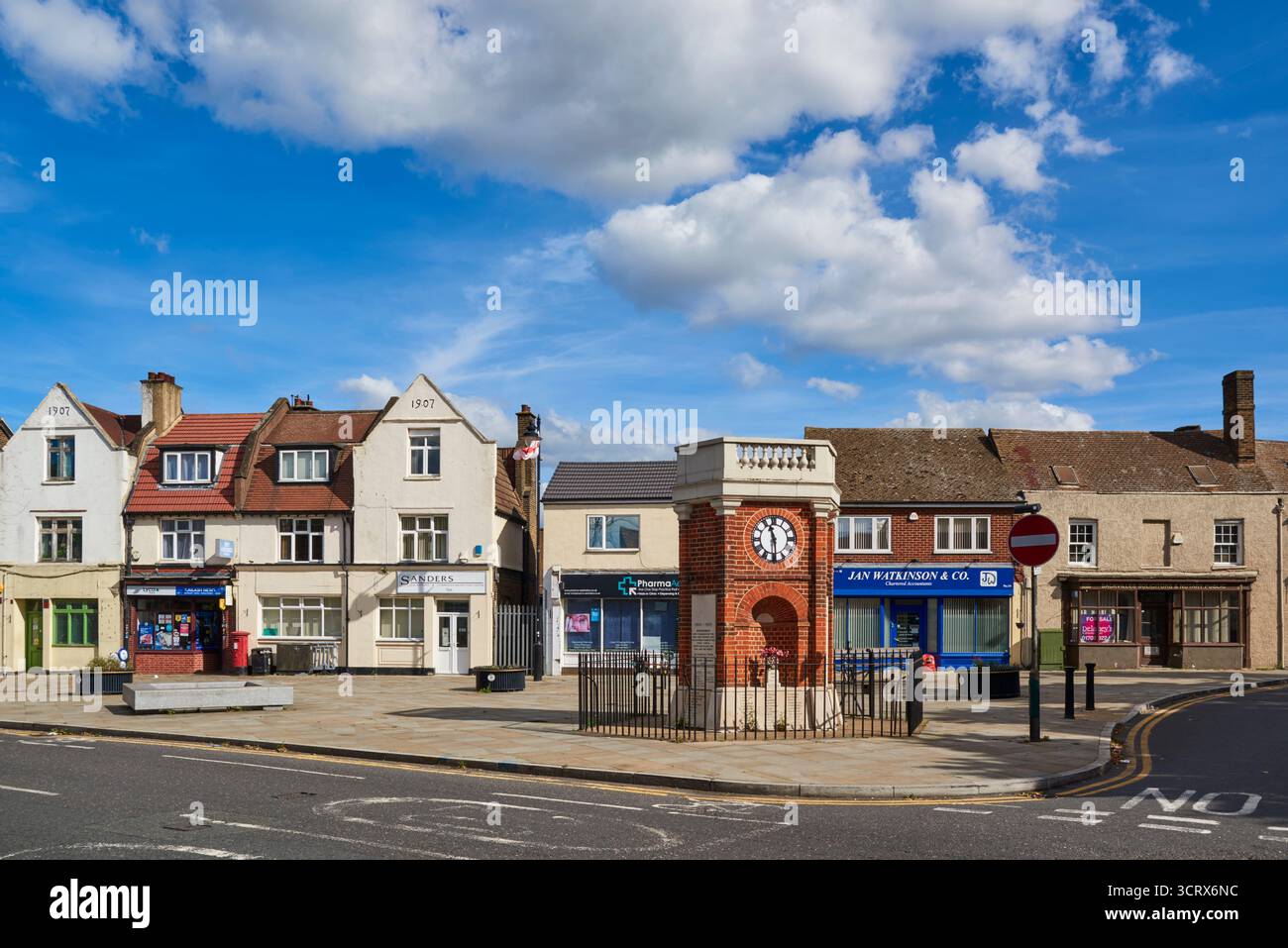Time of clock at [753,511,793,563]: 11:29
